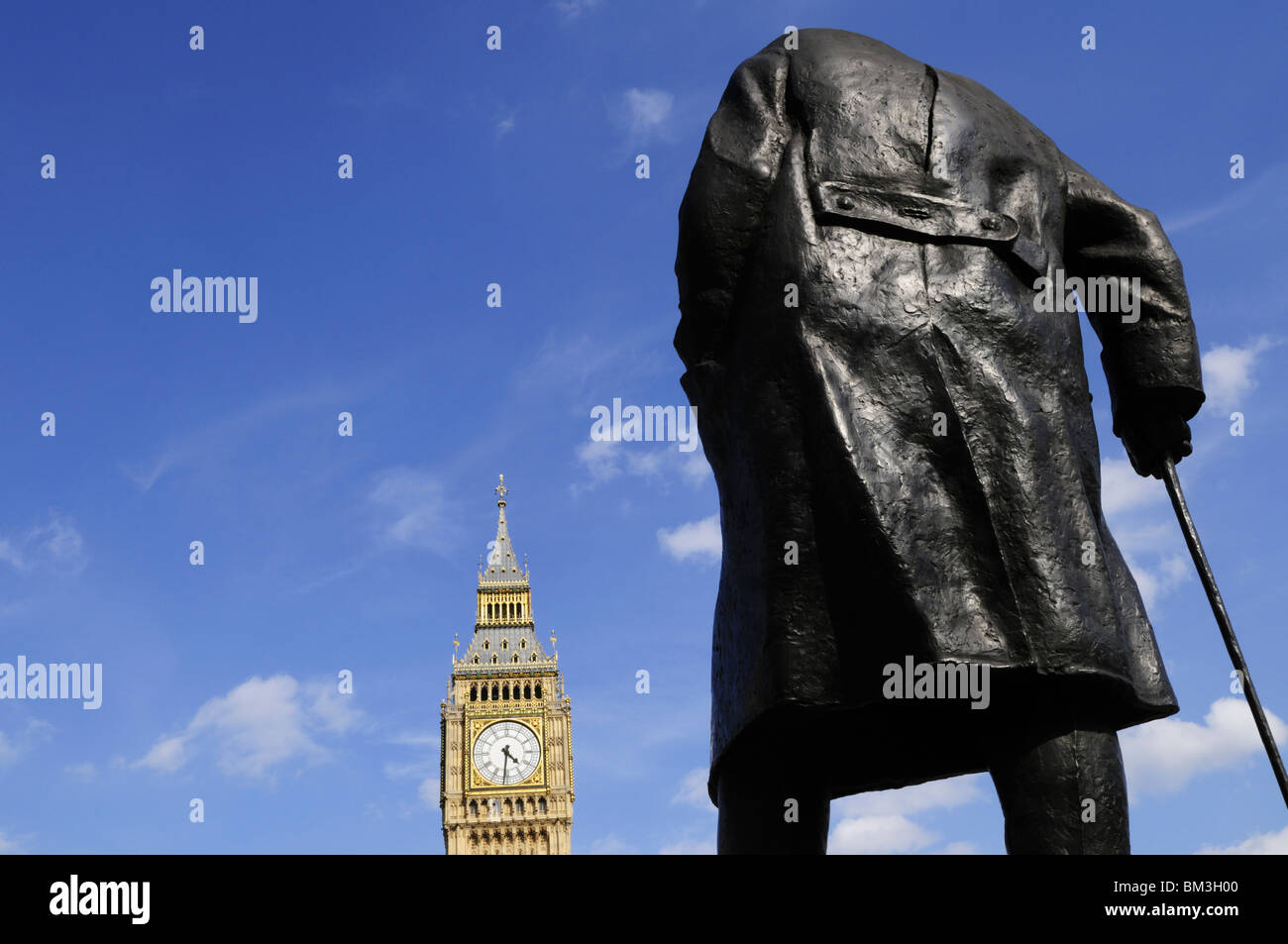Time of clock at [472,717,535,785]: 4:31
